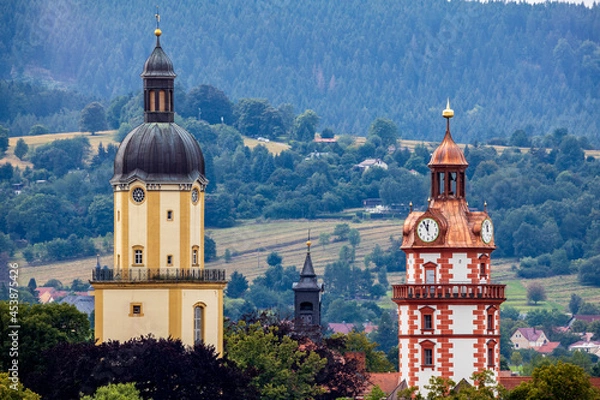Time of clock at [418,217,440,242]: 11:54
